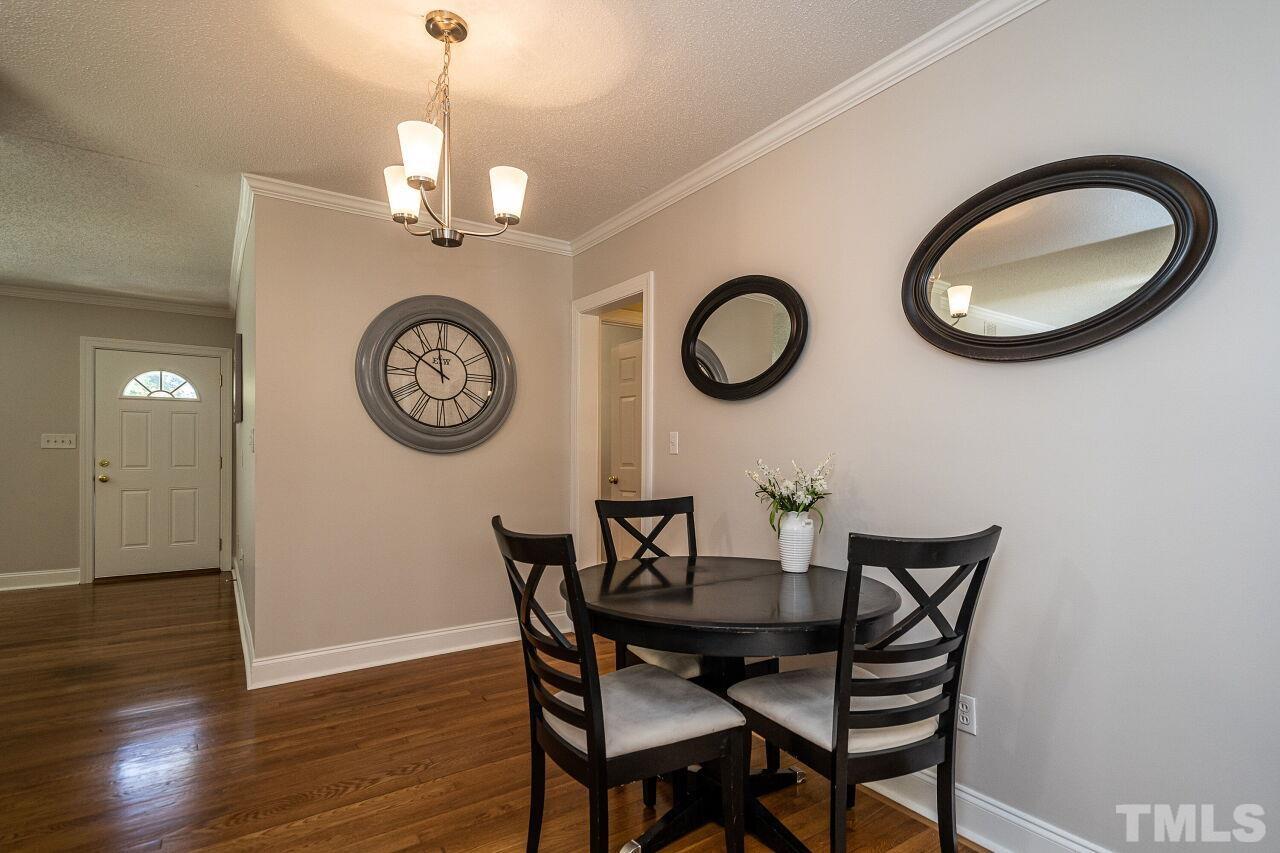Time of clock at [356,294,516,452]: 11:50
